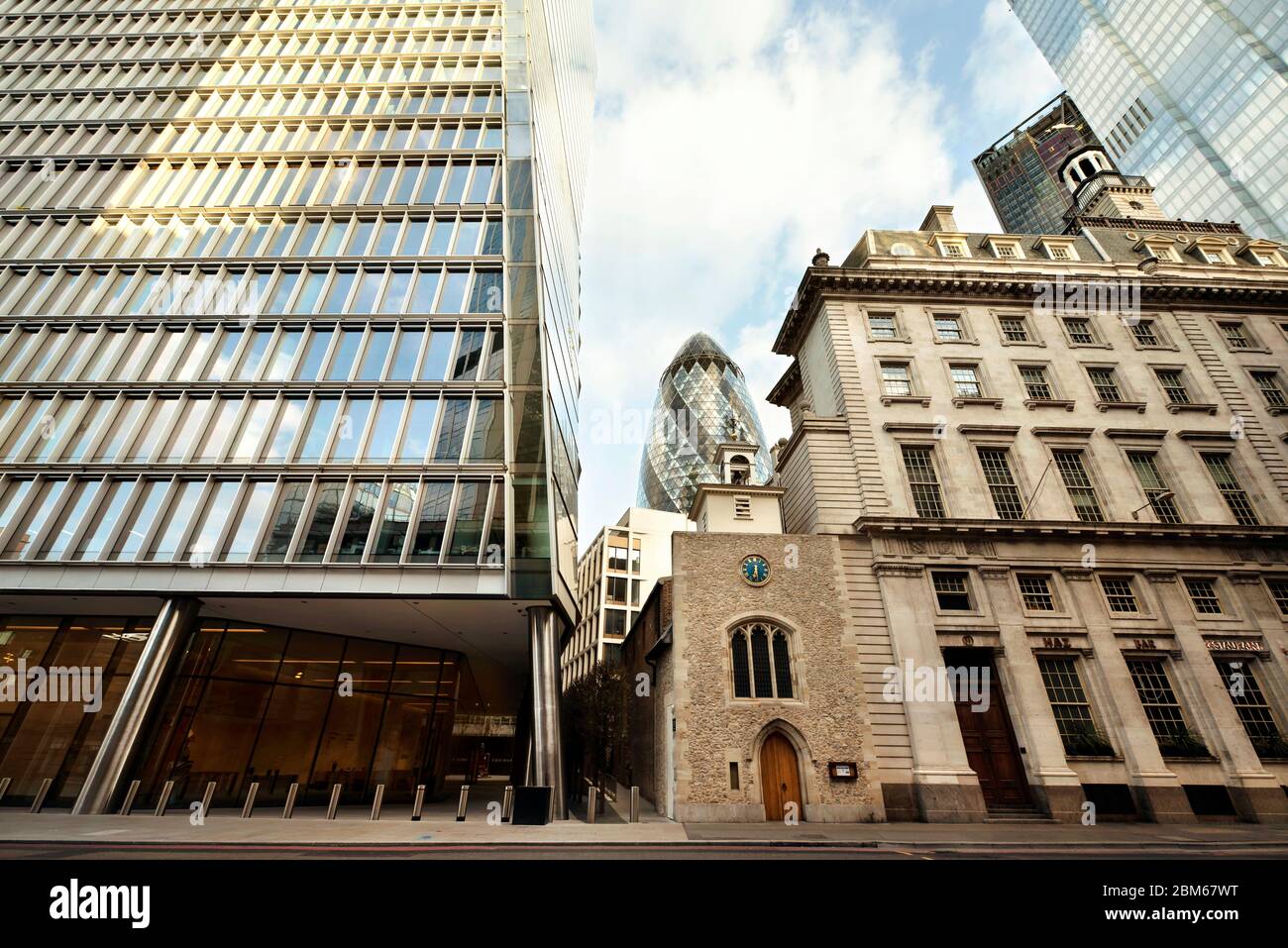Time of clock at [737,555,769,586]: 6:29
